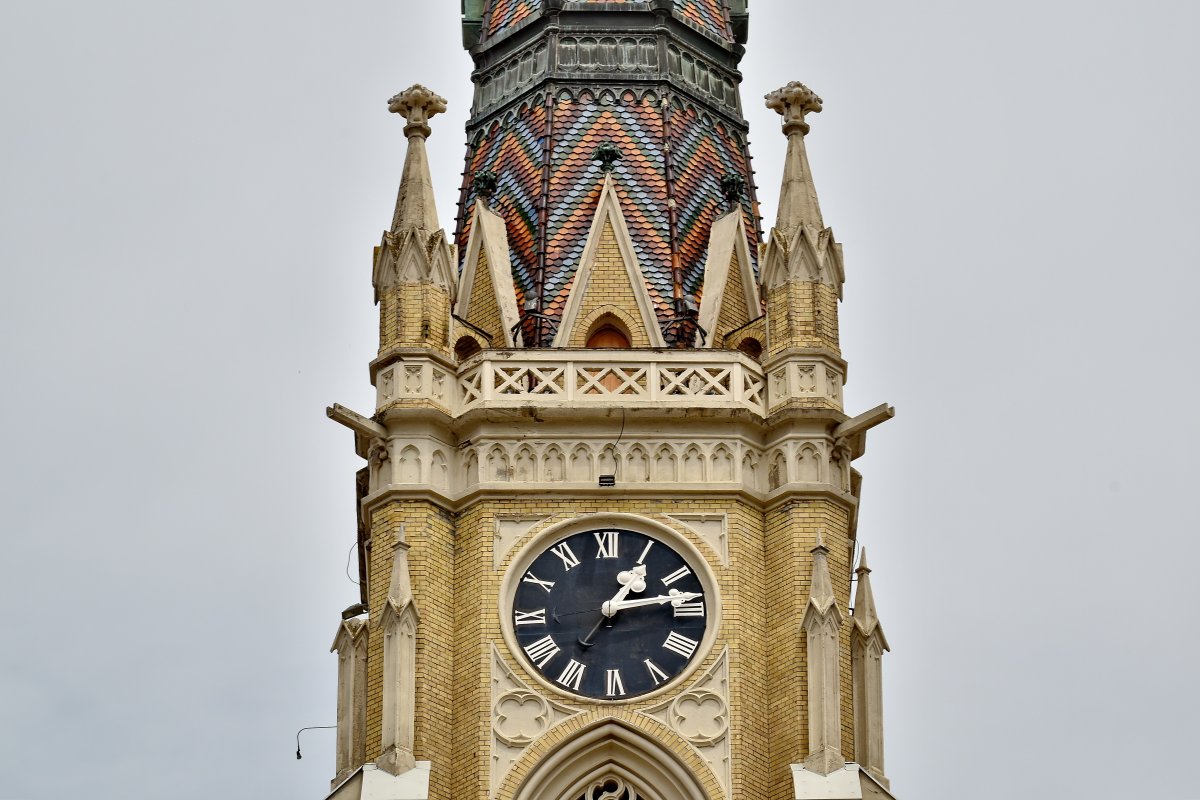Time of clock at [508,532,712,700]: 1:13
